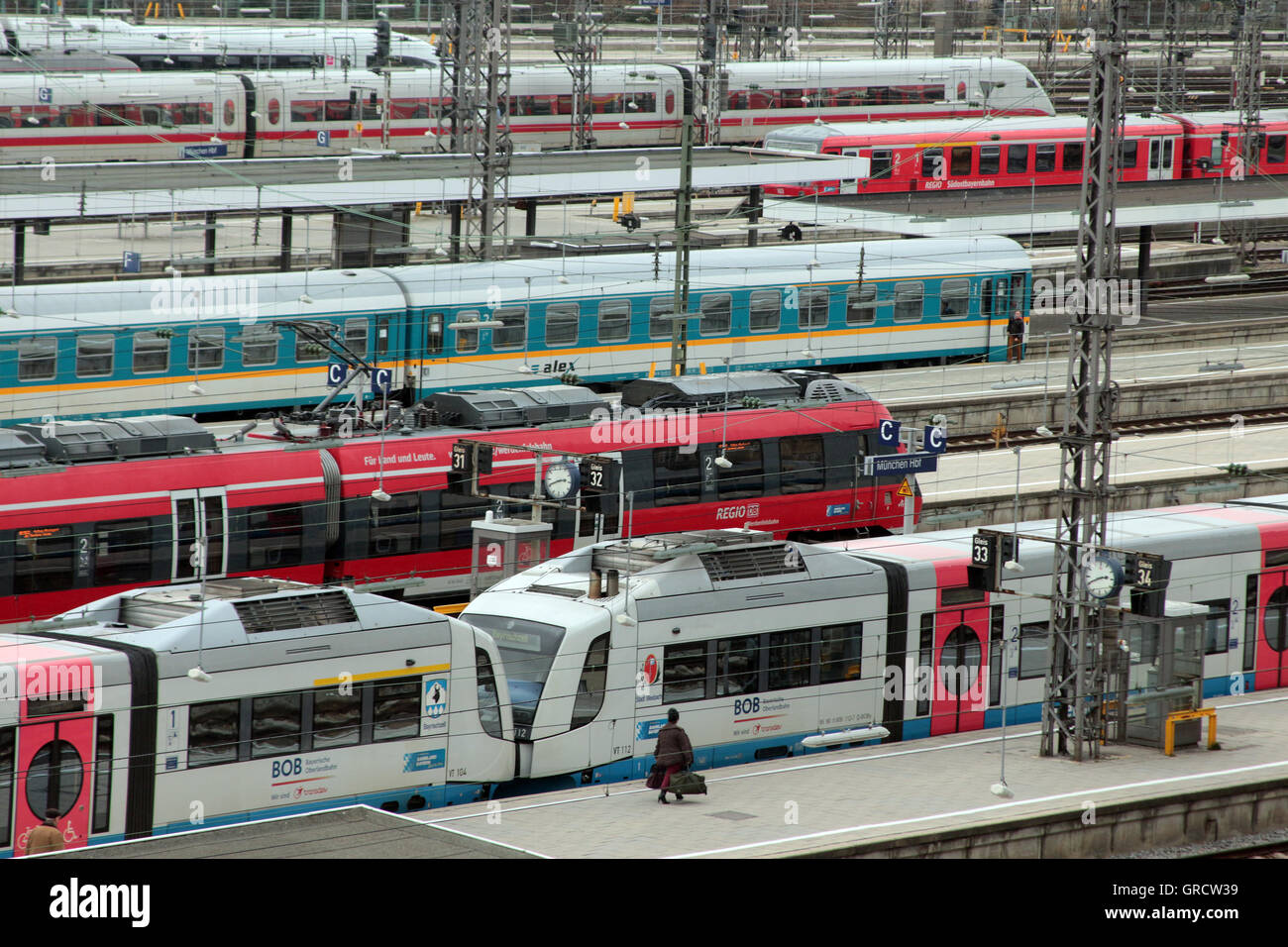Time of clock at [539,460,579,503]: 2:41
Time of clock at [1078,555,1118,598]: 2:40
